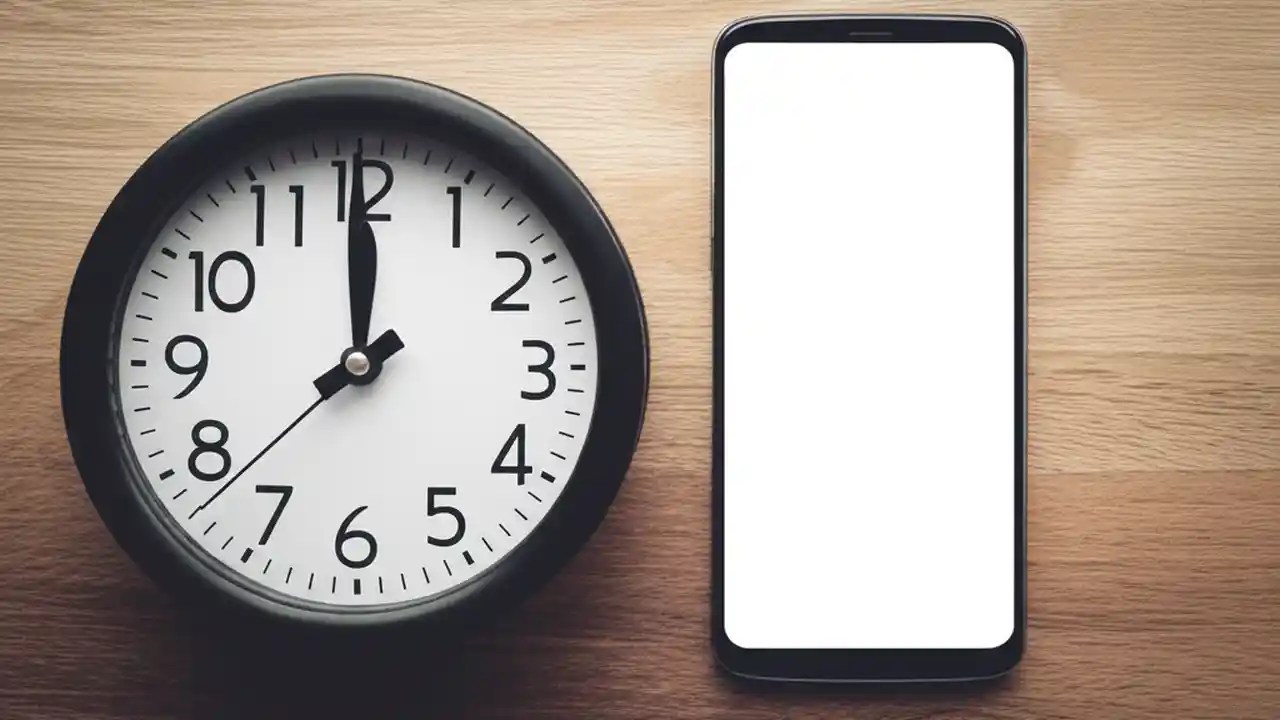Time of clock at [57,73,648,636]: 11:59
